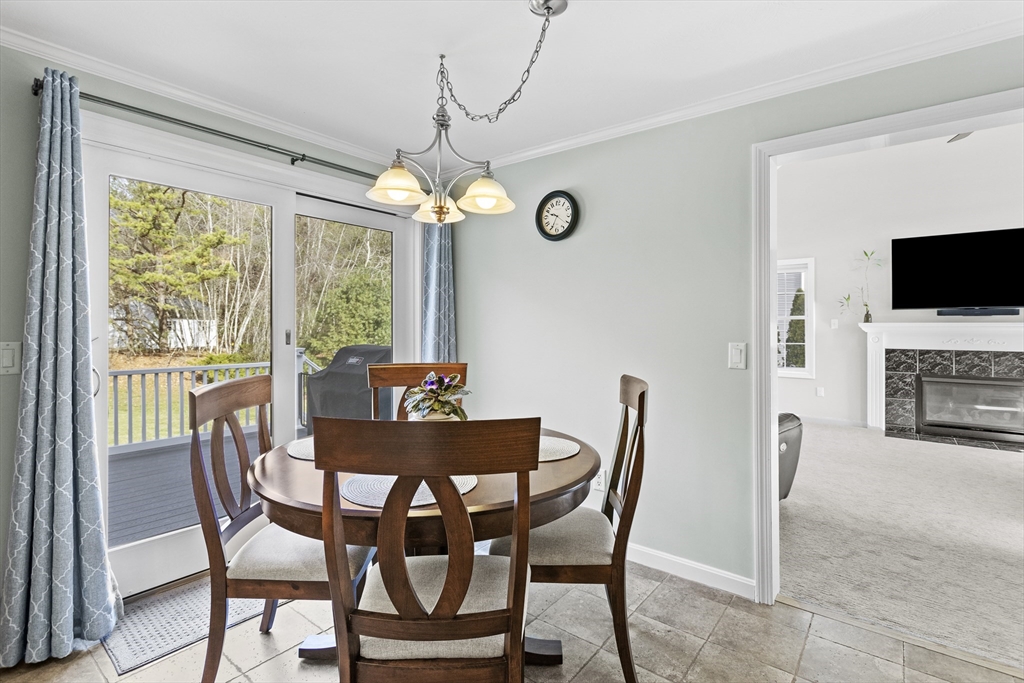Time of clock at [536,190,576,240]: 9:34
